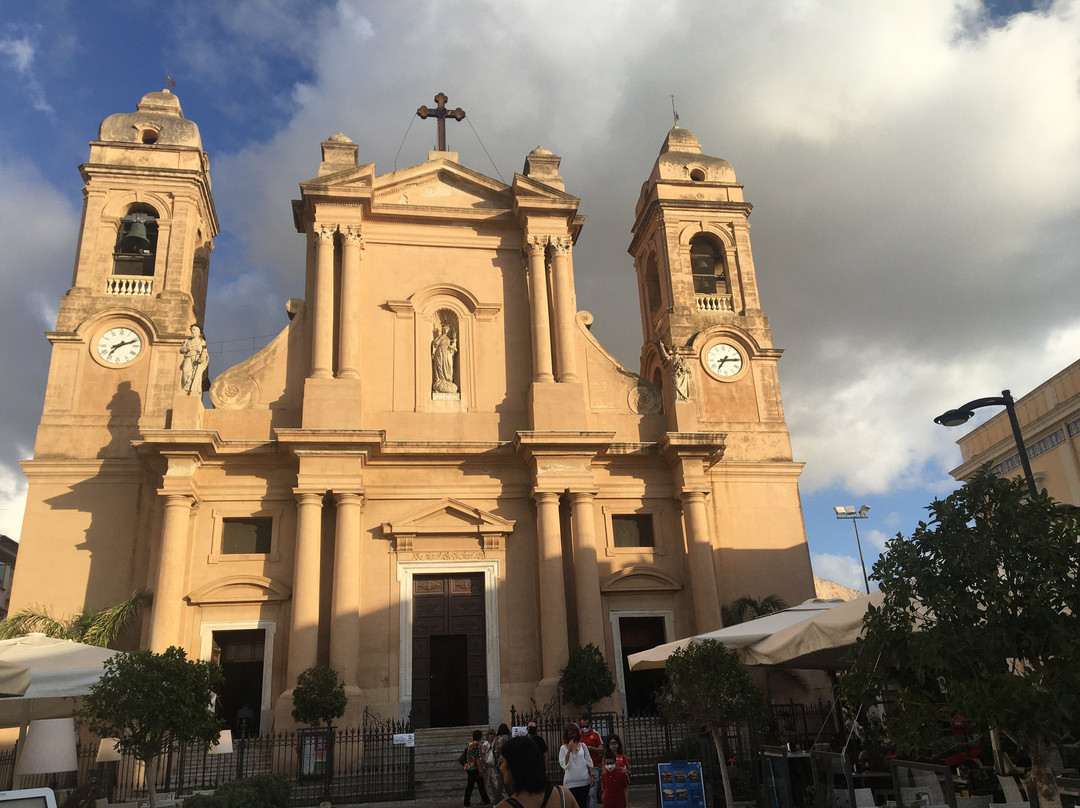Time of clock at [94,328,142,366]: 7:11
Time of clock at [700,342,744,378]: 7:14
